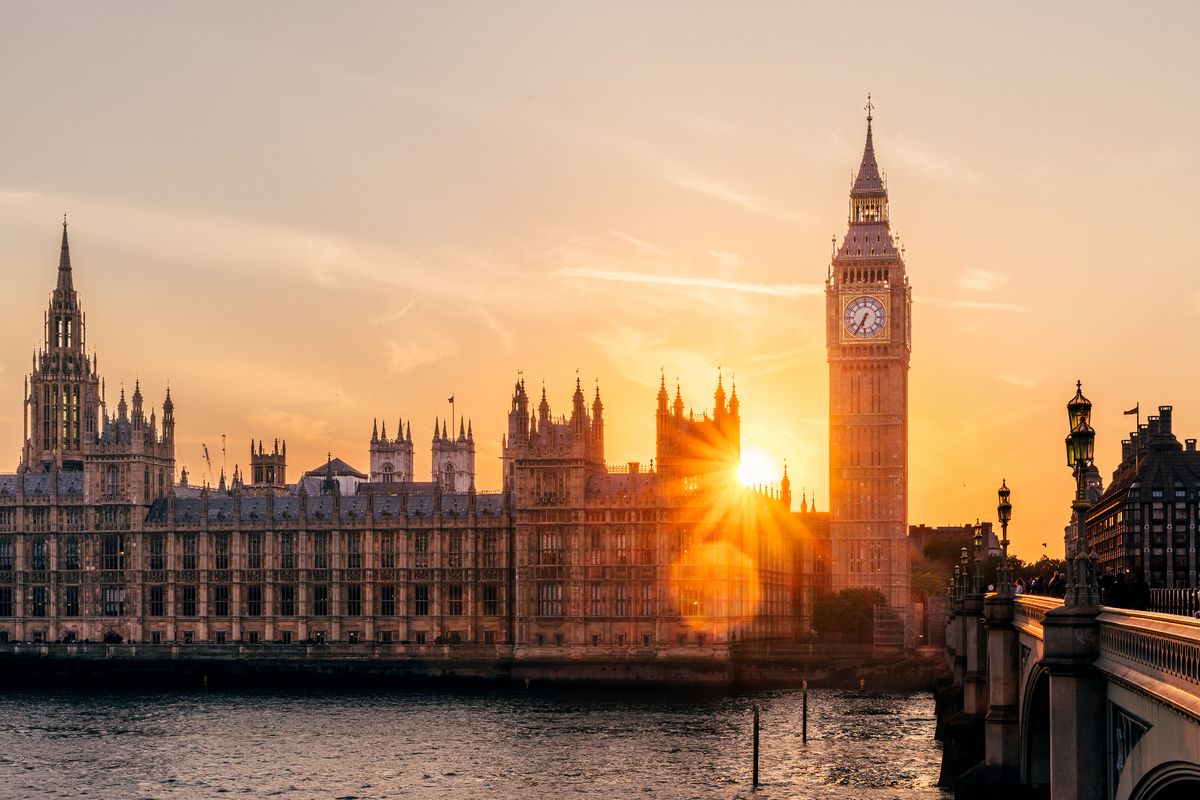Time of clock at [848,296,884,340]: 6:35
